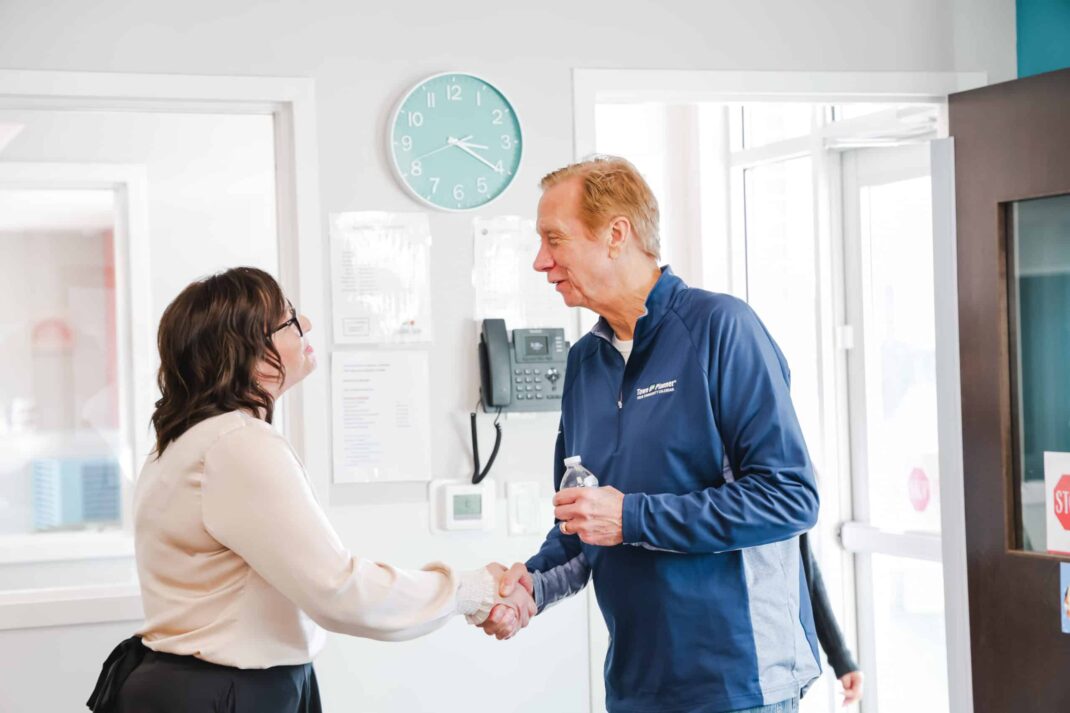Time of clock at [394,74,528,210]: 3:20
